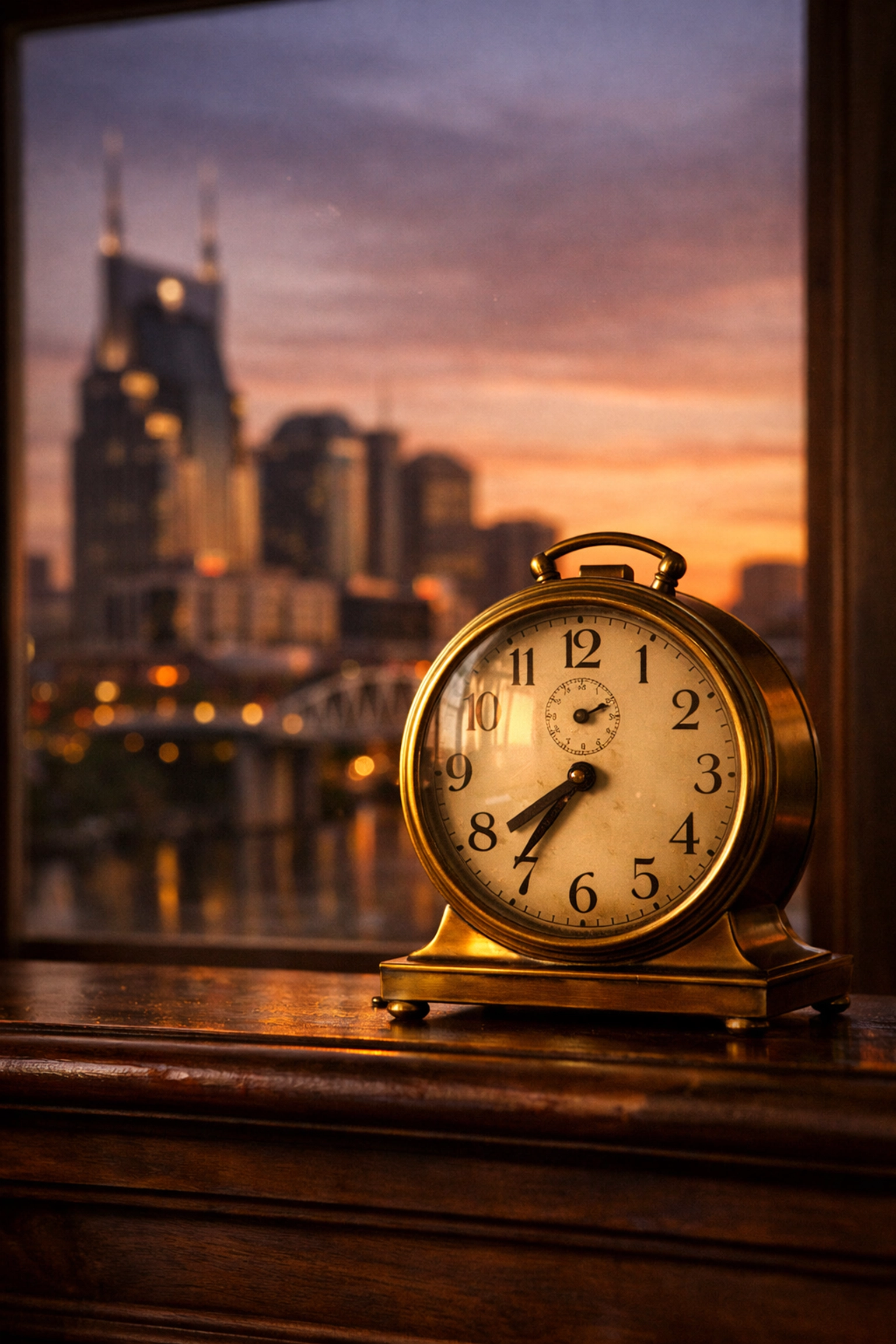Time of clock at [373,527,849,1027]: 7:35
